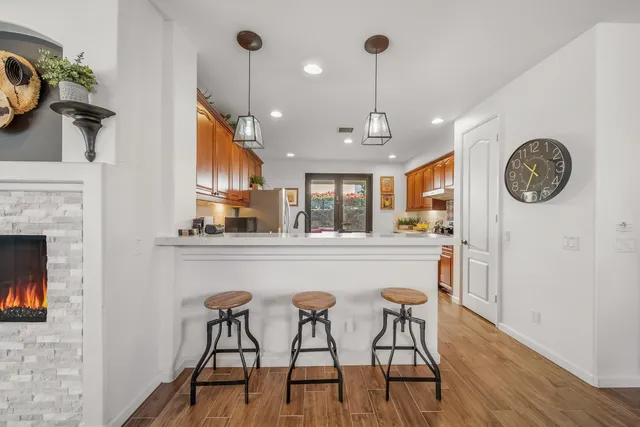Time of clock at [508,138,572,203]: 10:34
